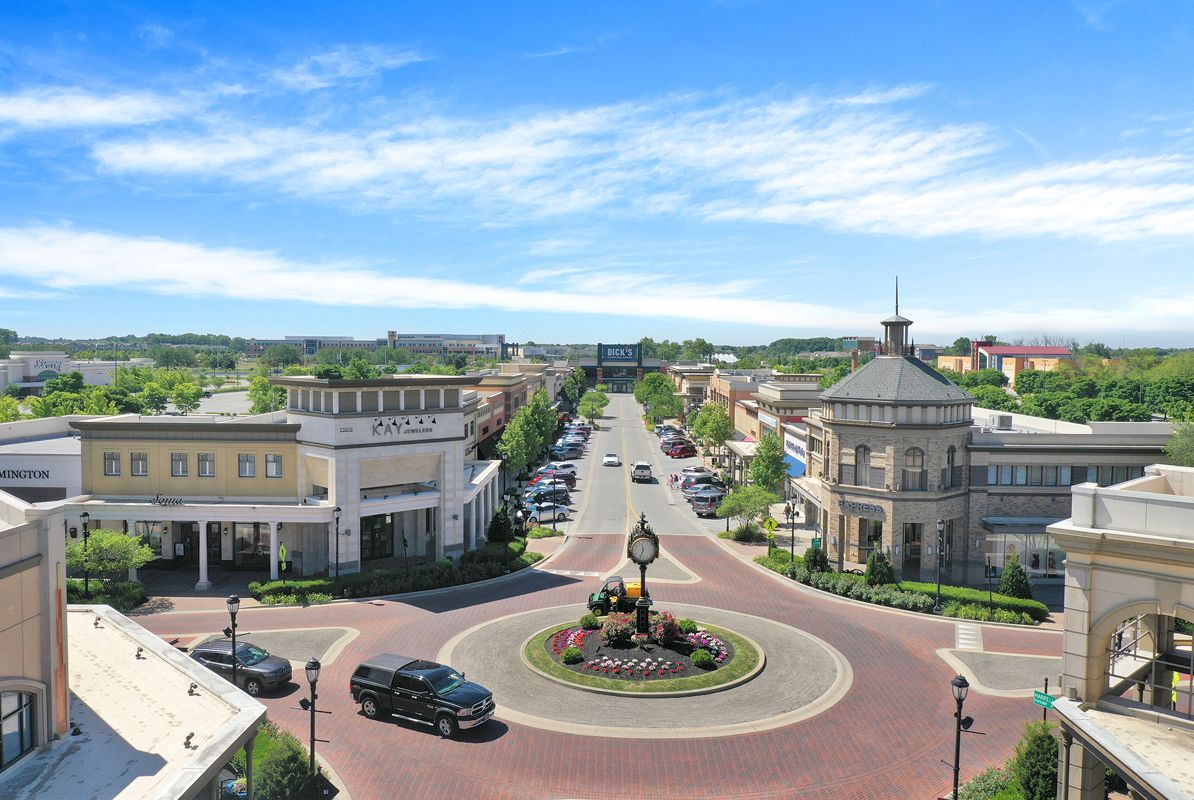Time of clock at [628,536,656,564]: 11:33
